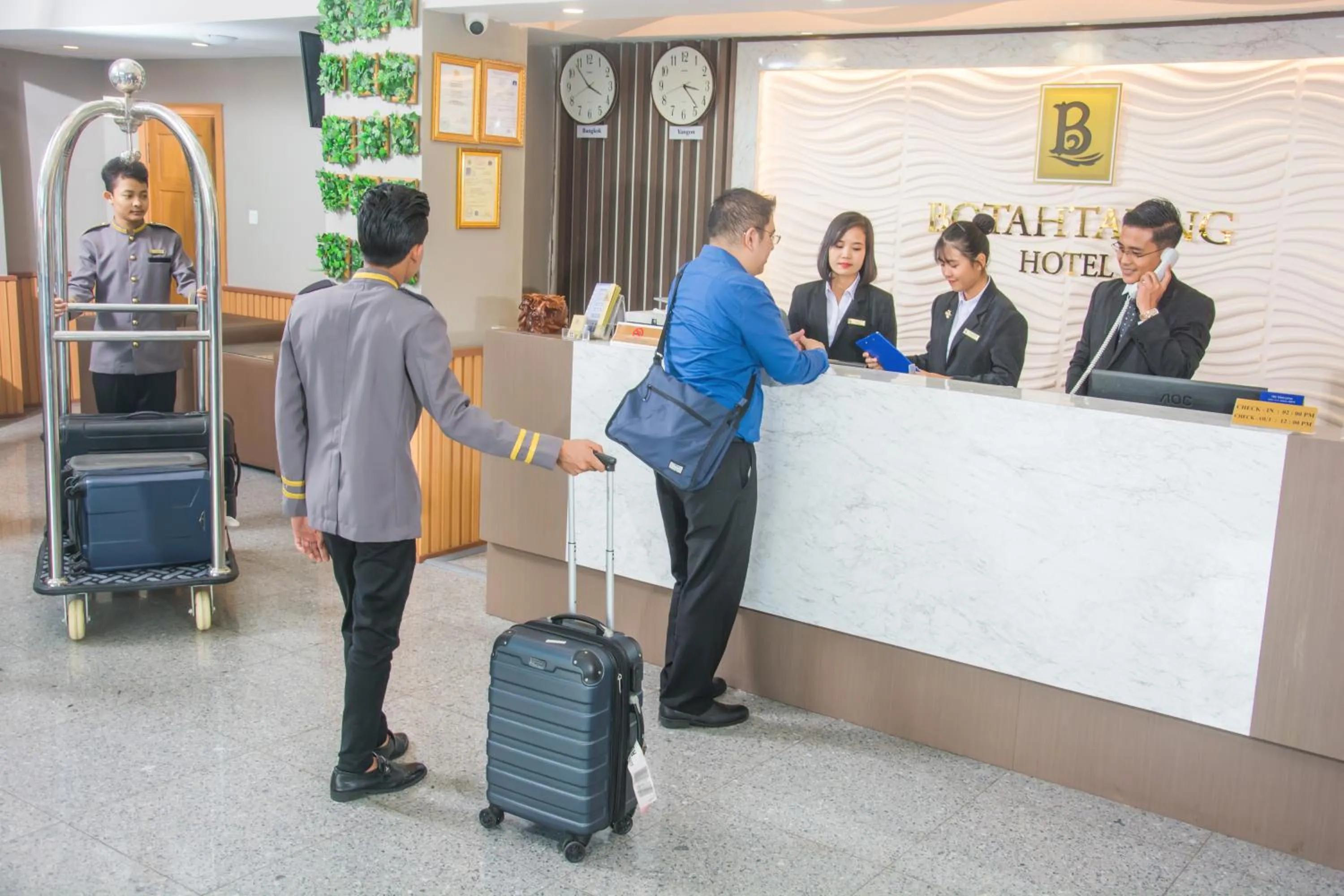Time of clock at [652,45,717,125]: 3:22
